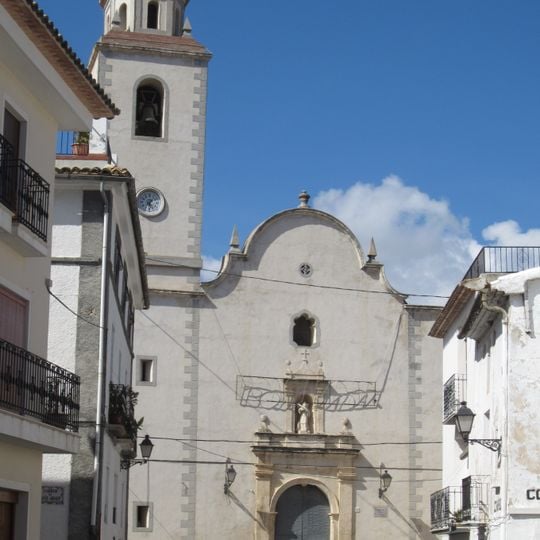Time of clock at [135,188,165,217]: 5:06
